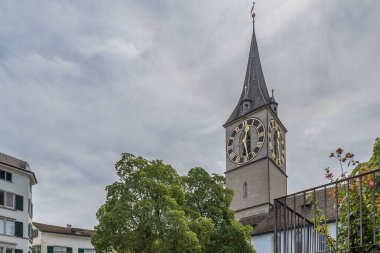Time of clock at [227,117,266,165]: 12:28
